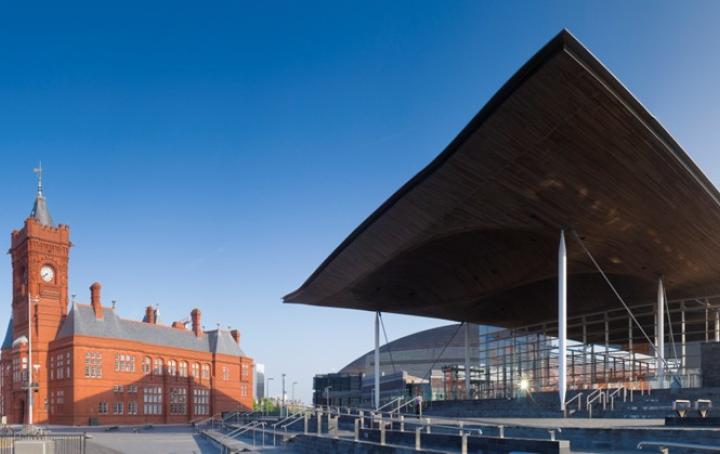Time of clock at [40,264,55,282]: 7:38
